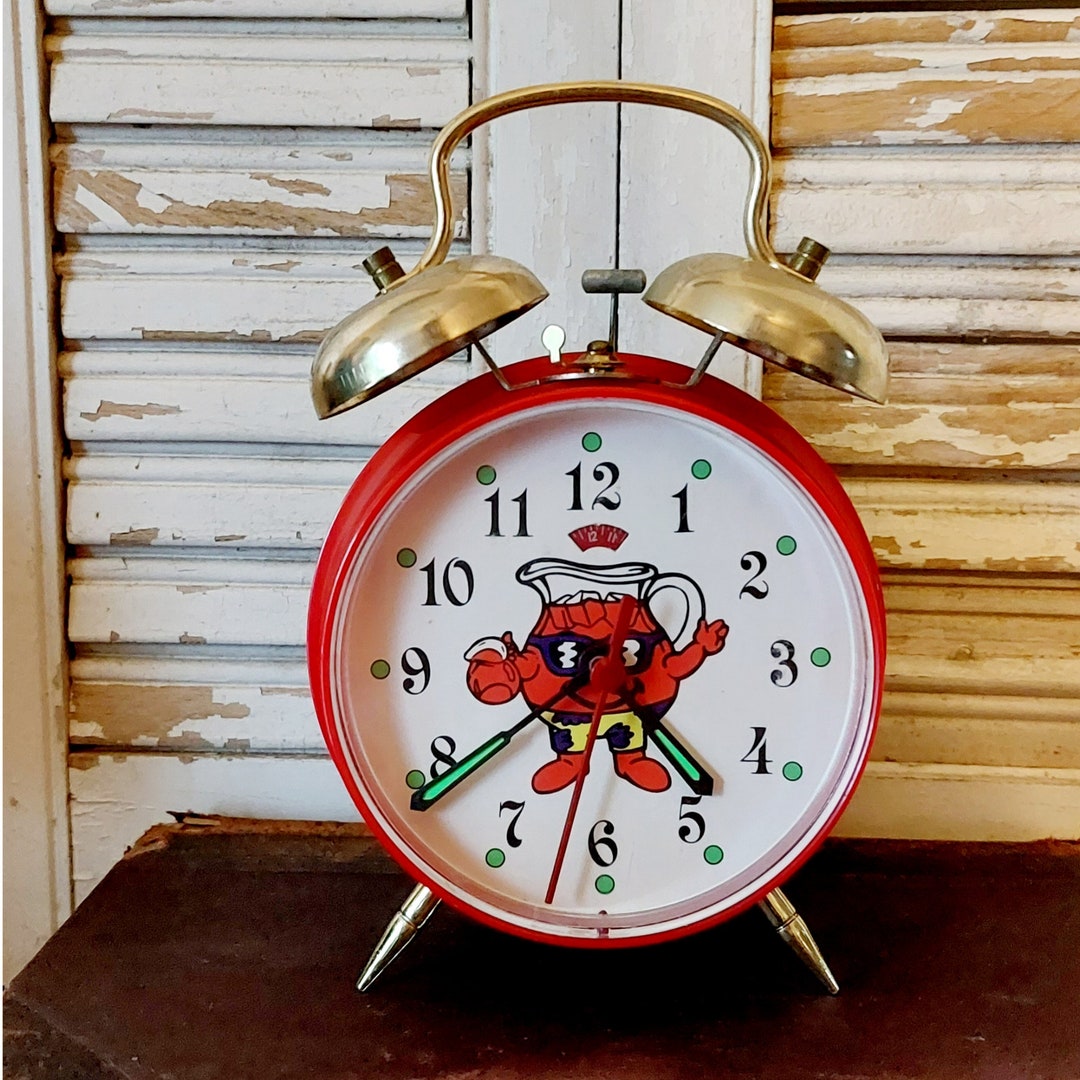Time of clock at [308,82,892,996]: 4:38
